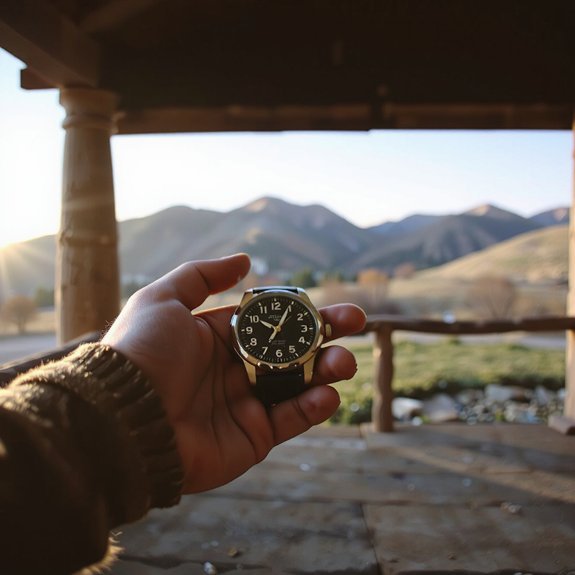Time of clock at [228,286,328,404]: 10:04
